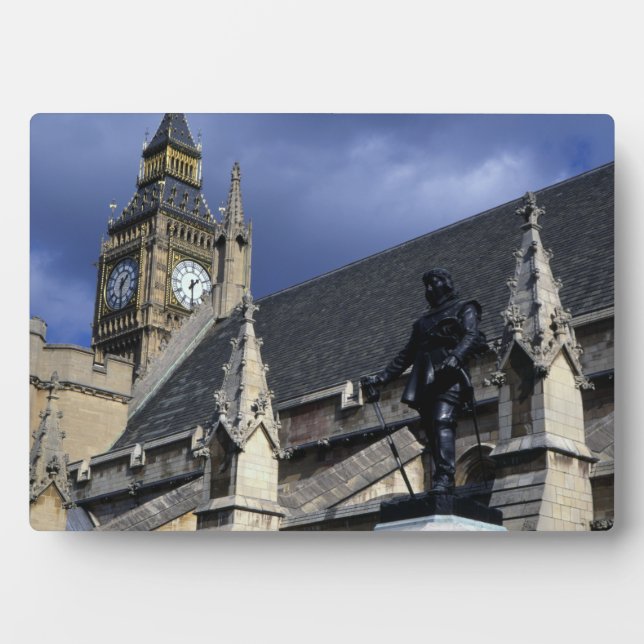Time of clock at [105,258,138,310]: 1:30
